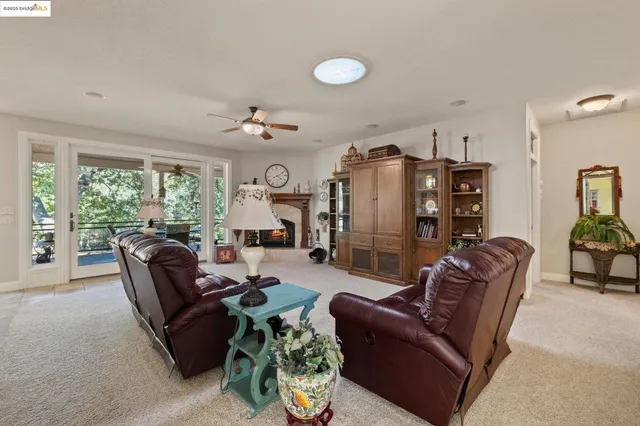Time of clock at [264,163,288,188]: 4:10
